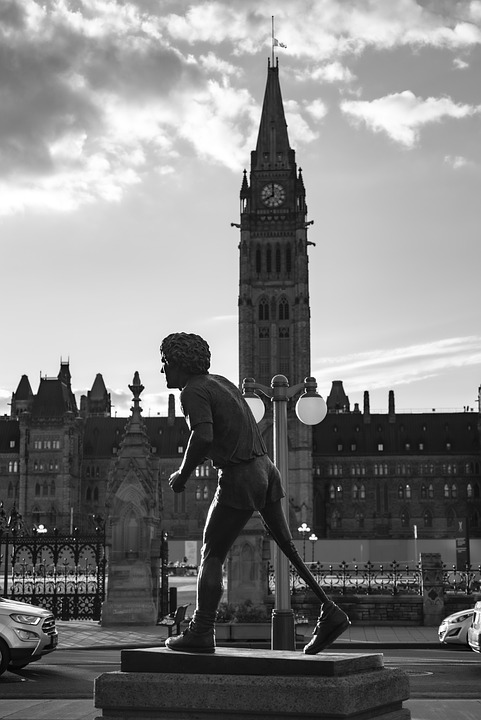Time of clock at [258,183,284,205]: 7:59
